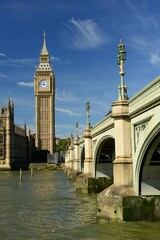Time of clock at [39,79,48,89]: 11:46
